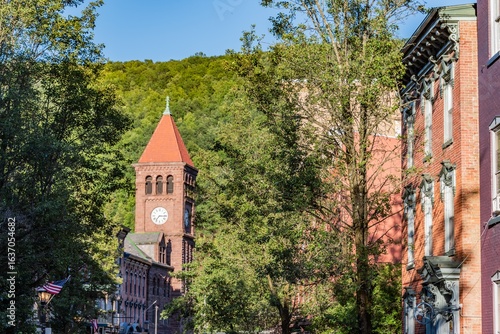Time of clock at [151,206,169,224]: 7:15
